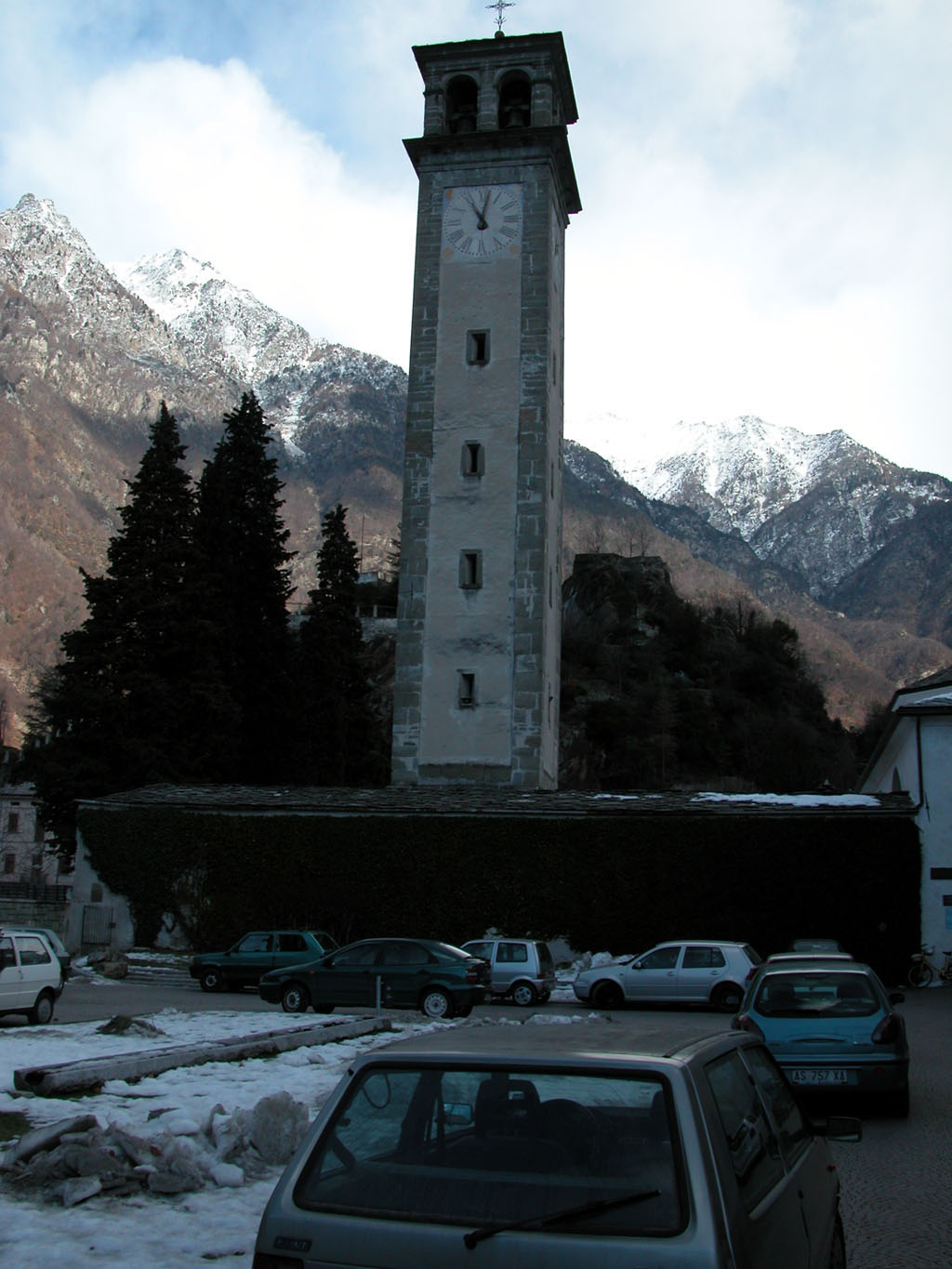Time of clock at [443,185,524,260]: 11:02
